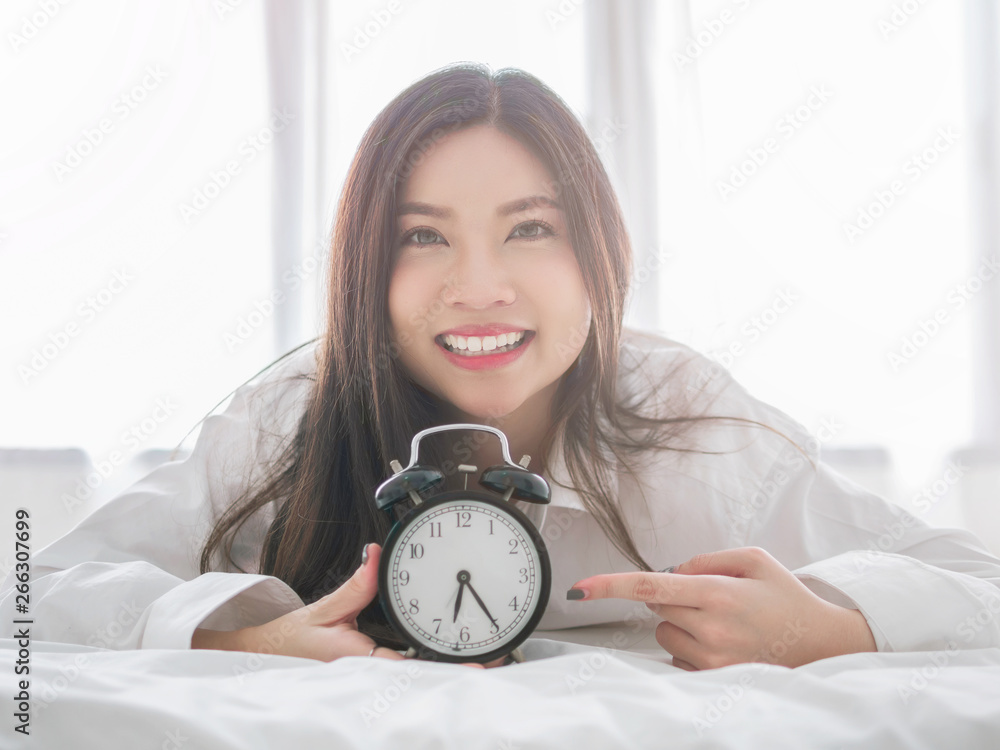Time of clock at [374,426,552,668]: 6:24
